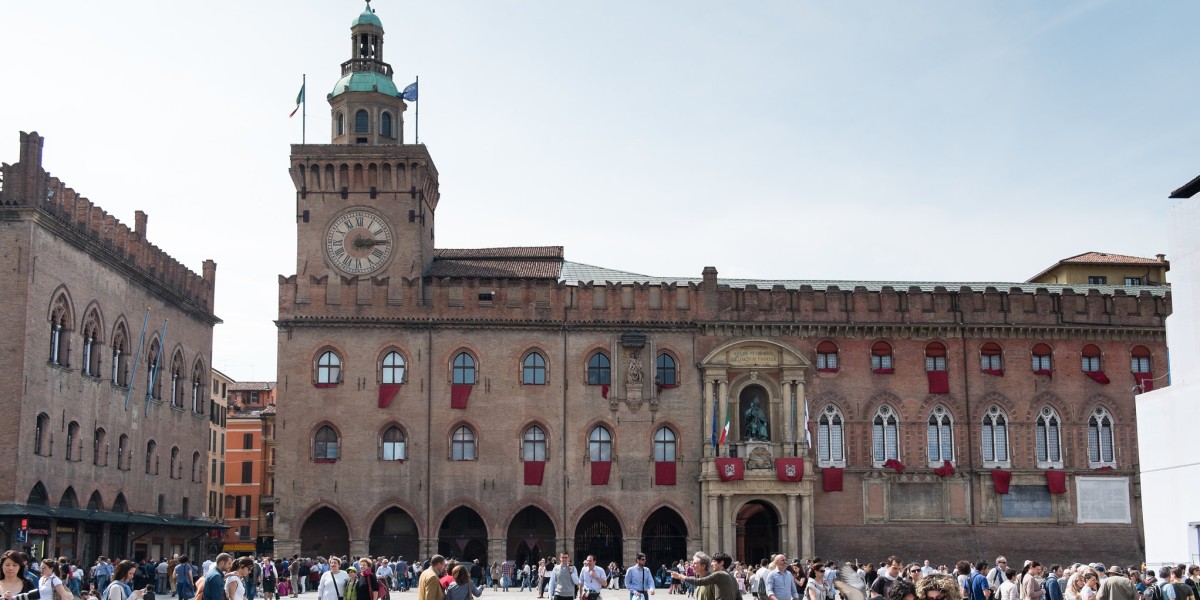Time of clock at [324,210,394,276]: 3:14
